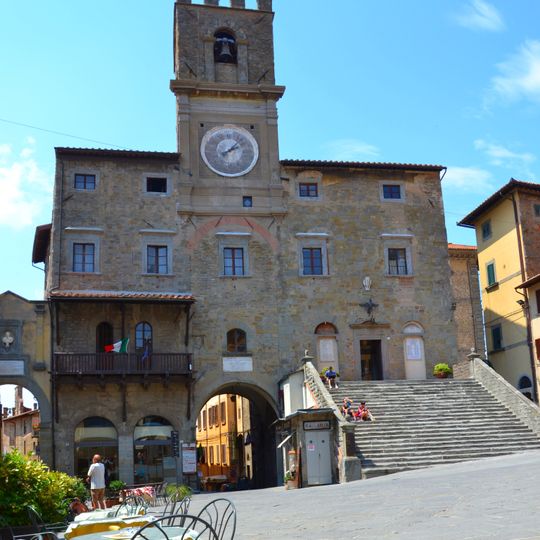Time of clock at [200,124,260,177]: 2:07
